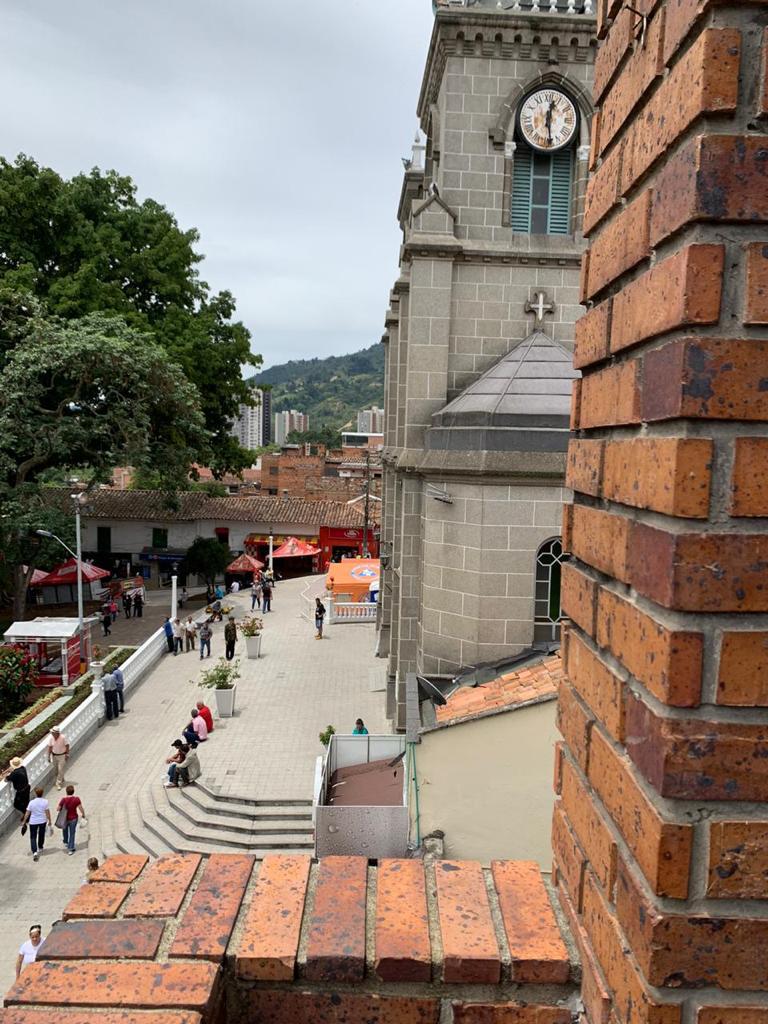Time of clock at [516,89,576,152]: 12:28
